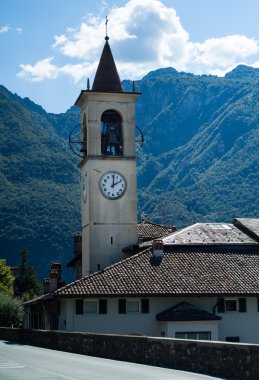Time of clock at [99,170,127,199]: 2:00
